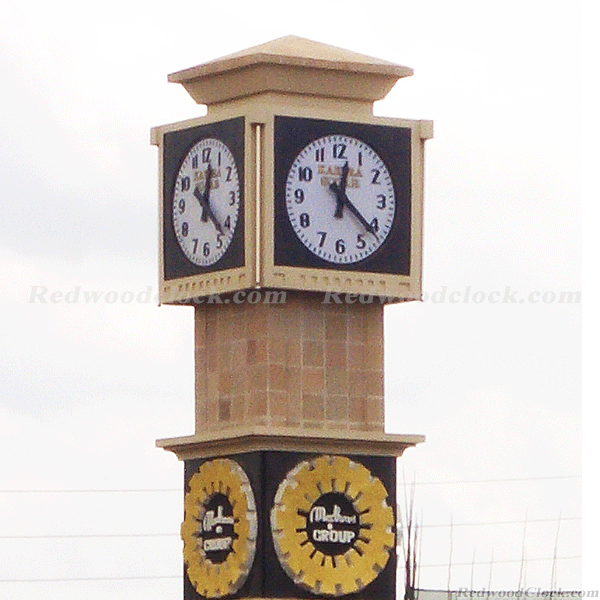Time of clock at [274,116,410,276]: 12:21
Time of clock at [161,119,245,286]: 12:22
